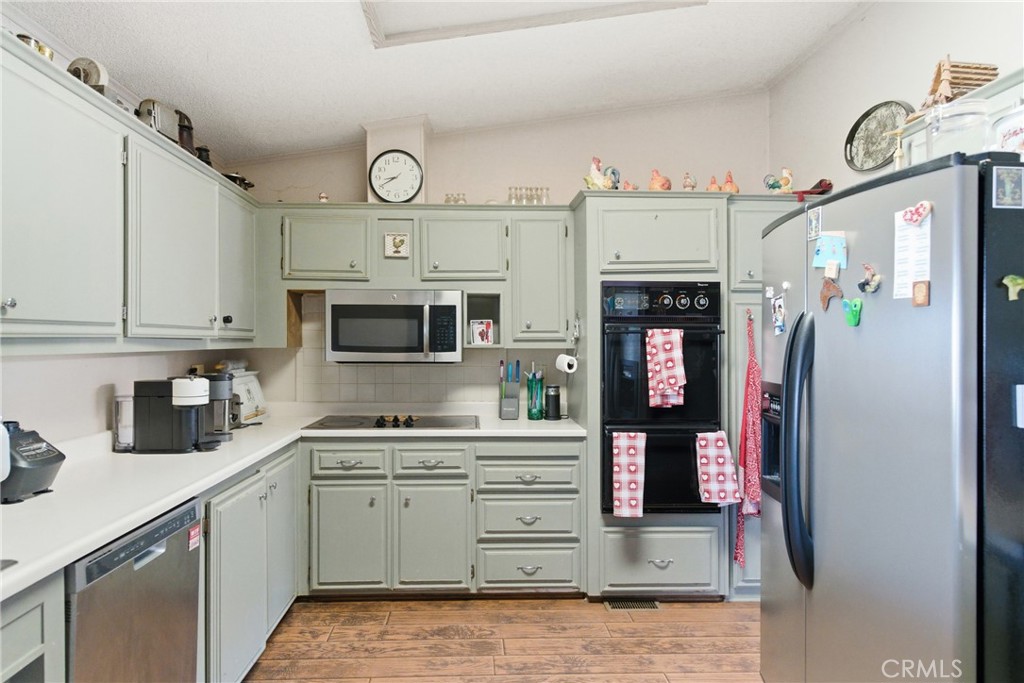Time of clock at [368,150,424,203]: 8:40
